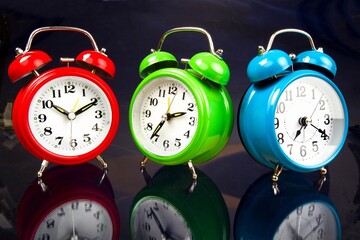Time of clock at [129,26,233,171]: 2:36
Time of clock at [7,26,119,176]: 10:10
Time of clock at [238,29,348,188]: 7:19
